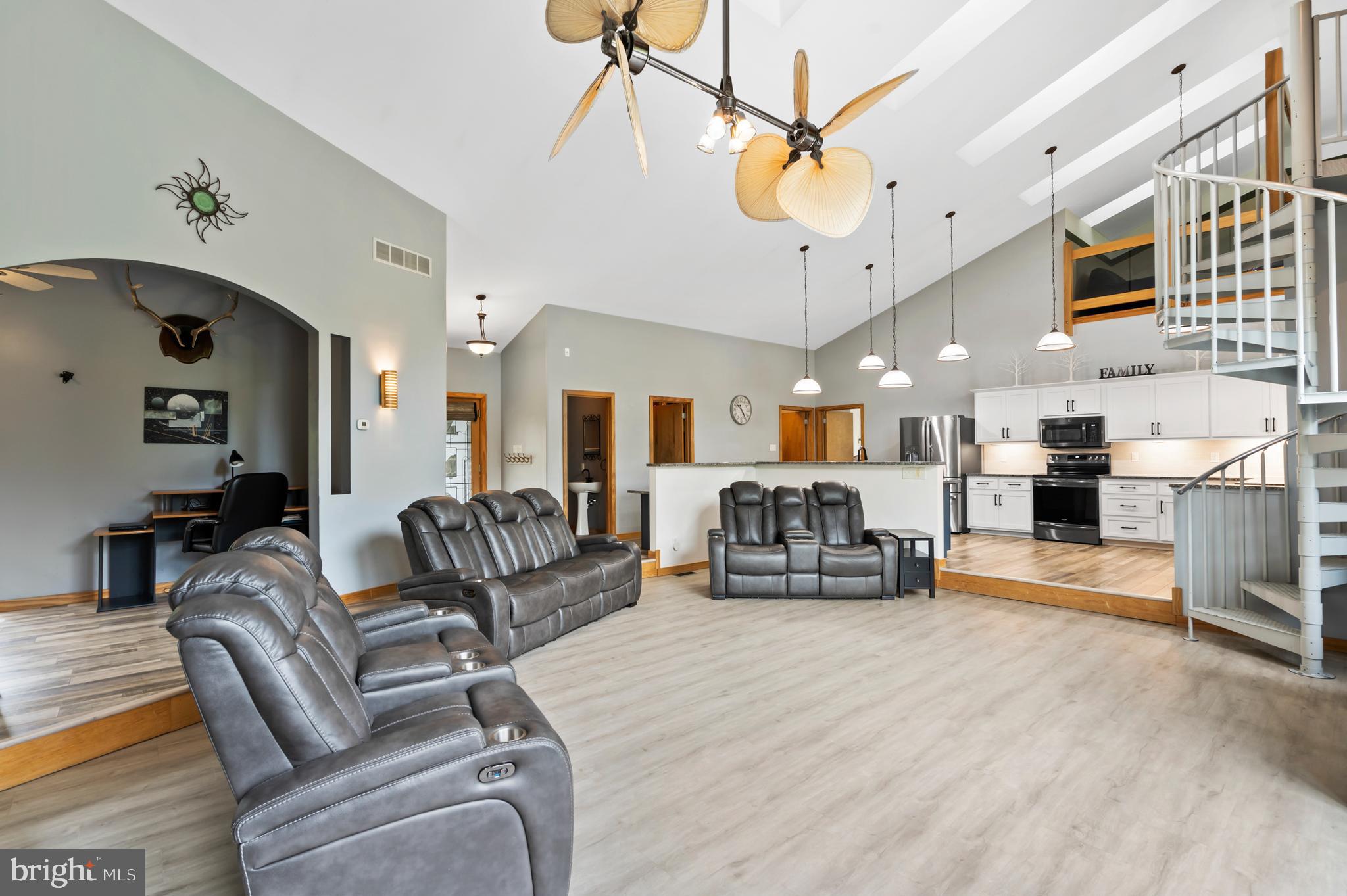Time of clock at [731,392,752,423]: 10:24
